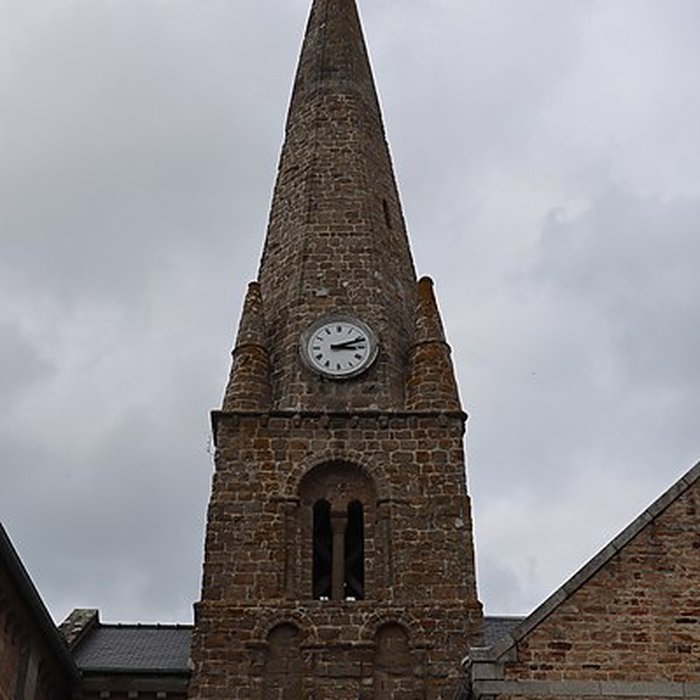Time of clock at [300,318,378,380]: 3:11
